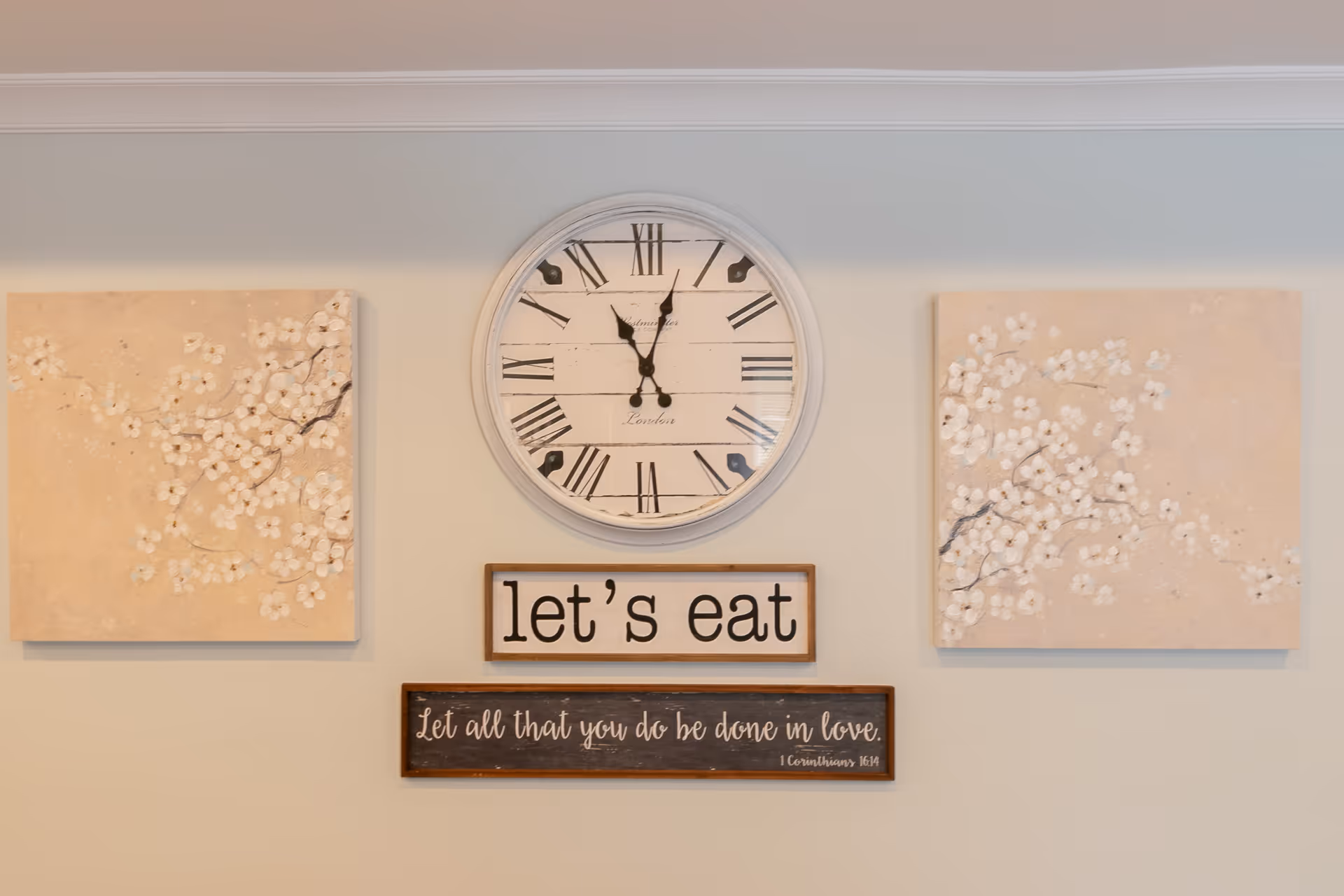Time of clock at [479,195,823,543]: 11:02
